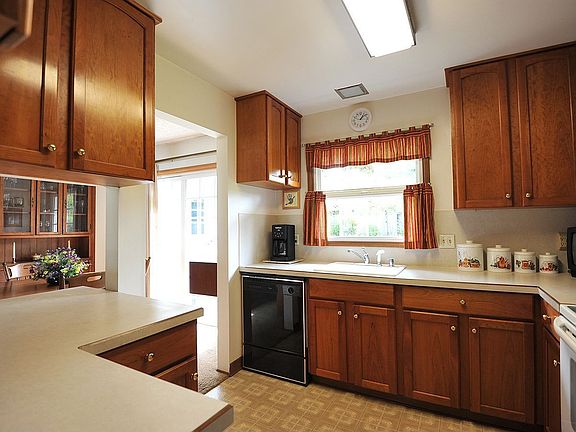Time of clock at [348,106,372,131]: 1:08
